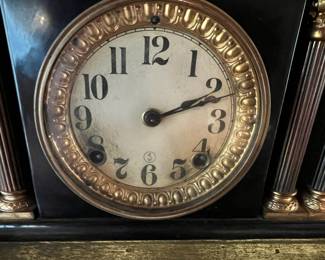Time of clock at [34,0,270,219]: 2:11
